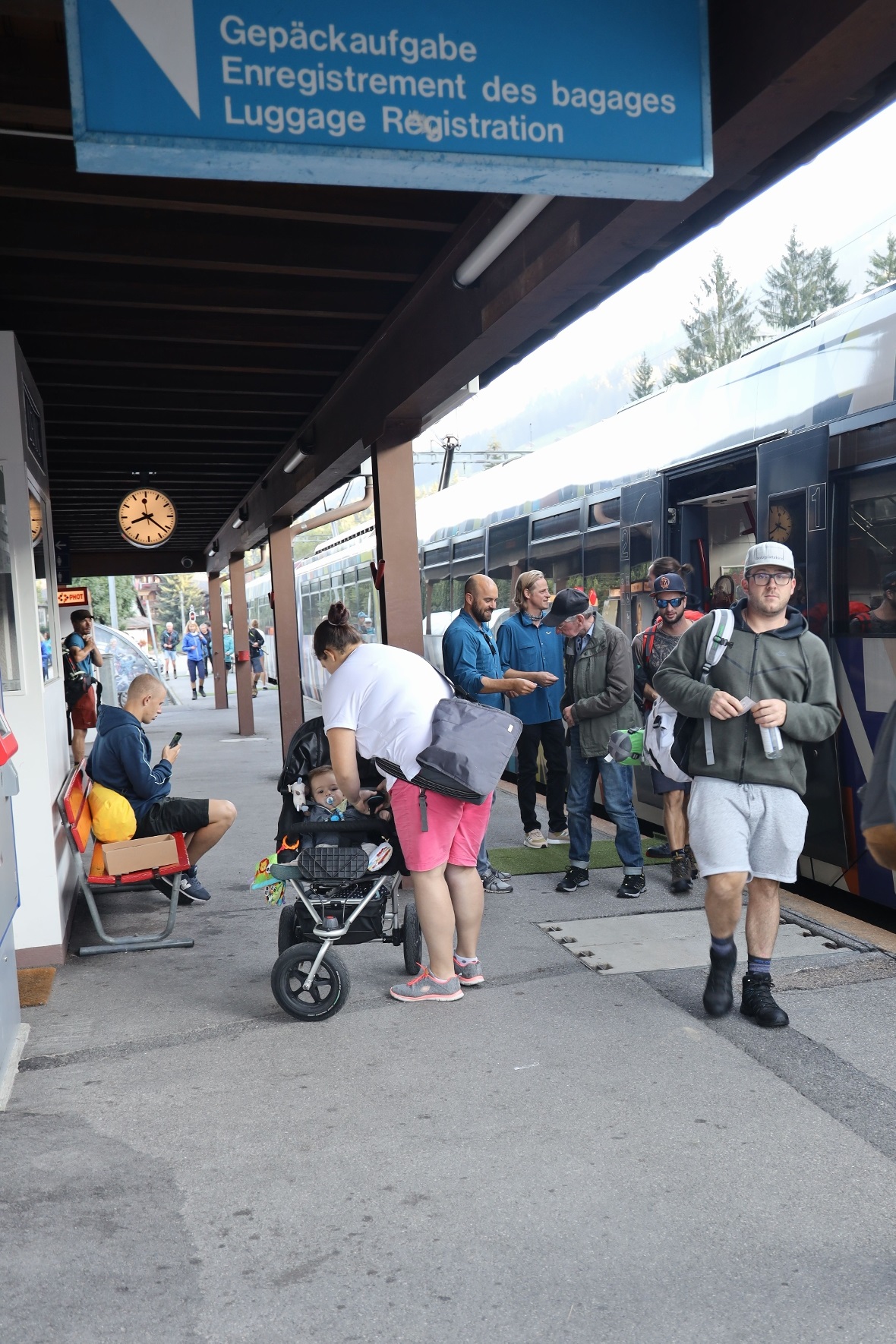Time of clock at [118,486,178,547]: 8:21
